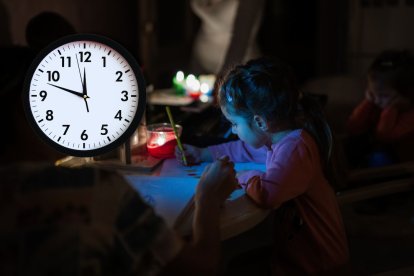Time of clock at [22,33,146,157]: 11:47
